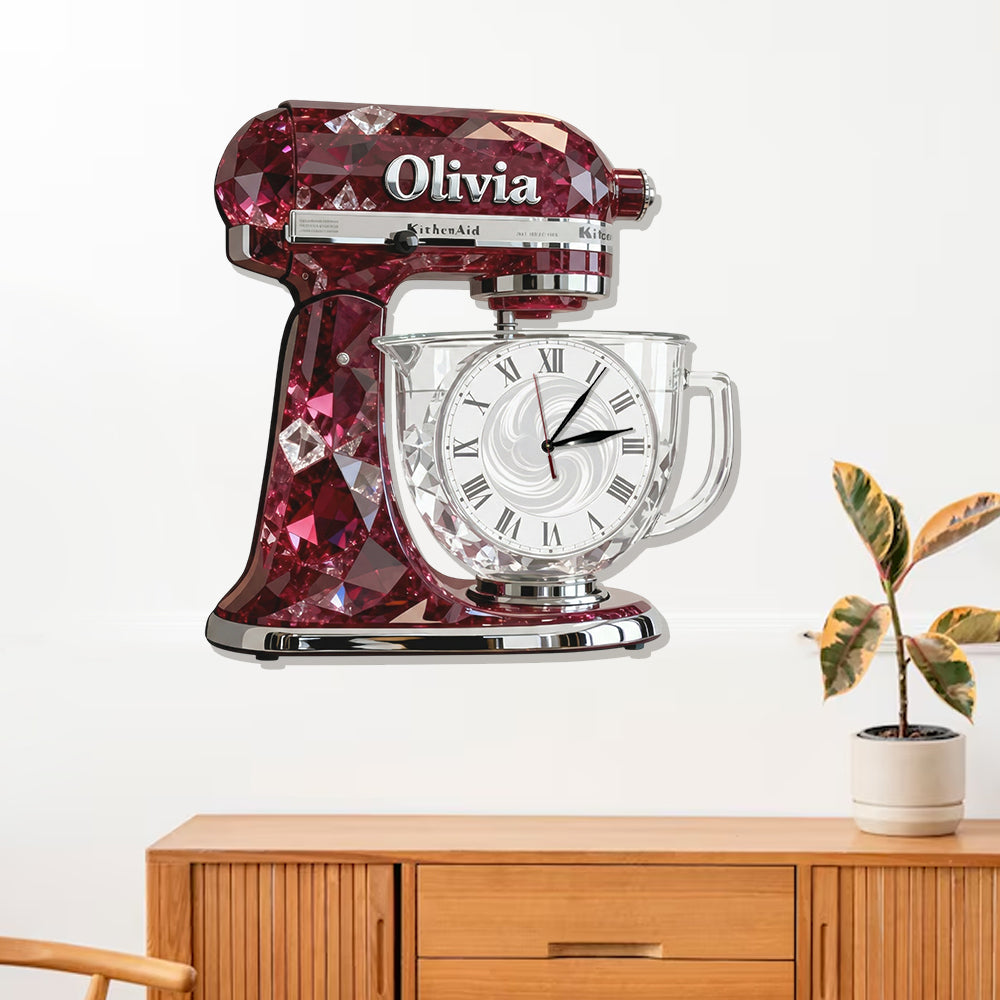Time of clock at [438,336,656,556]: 1:13
